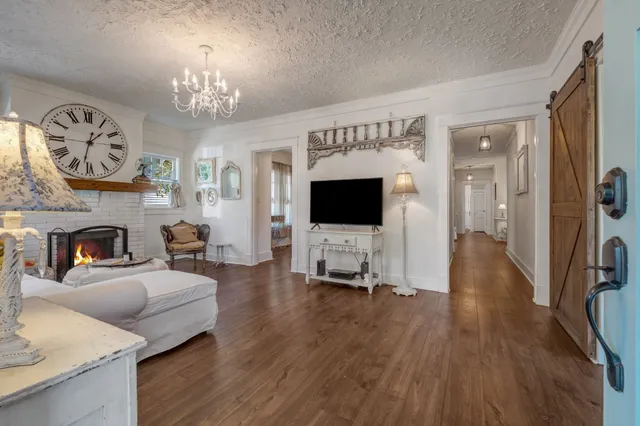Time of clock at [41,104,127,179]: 1:32
